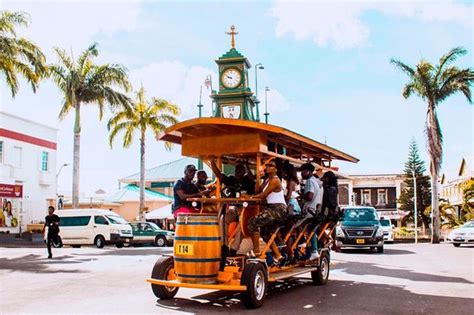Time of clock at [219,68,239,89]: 9:50
